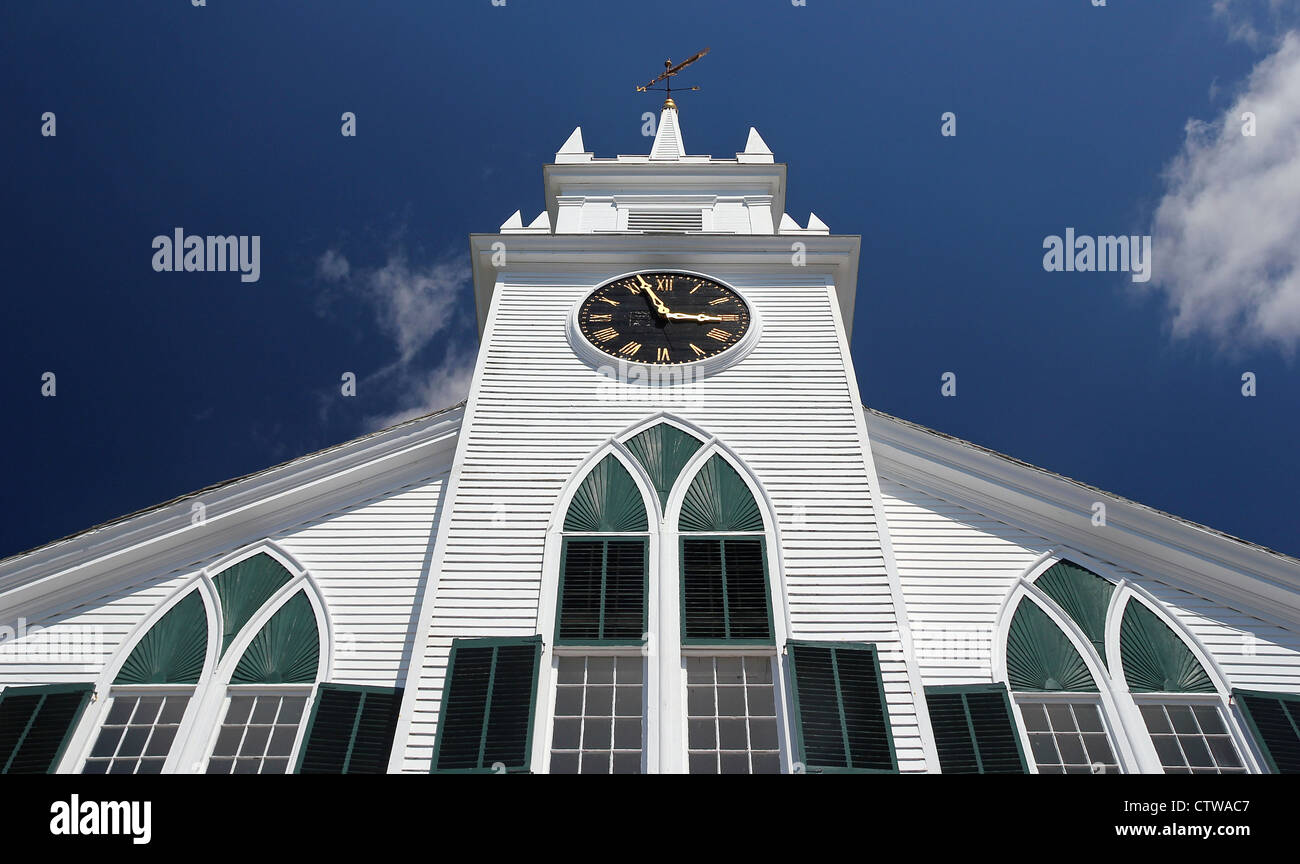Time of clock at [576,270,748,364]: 2:56
